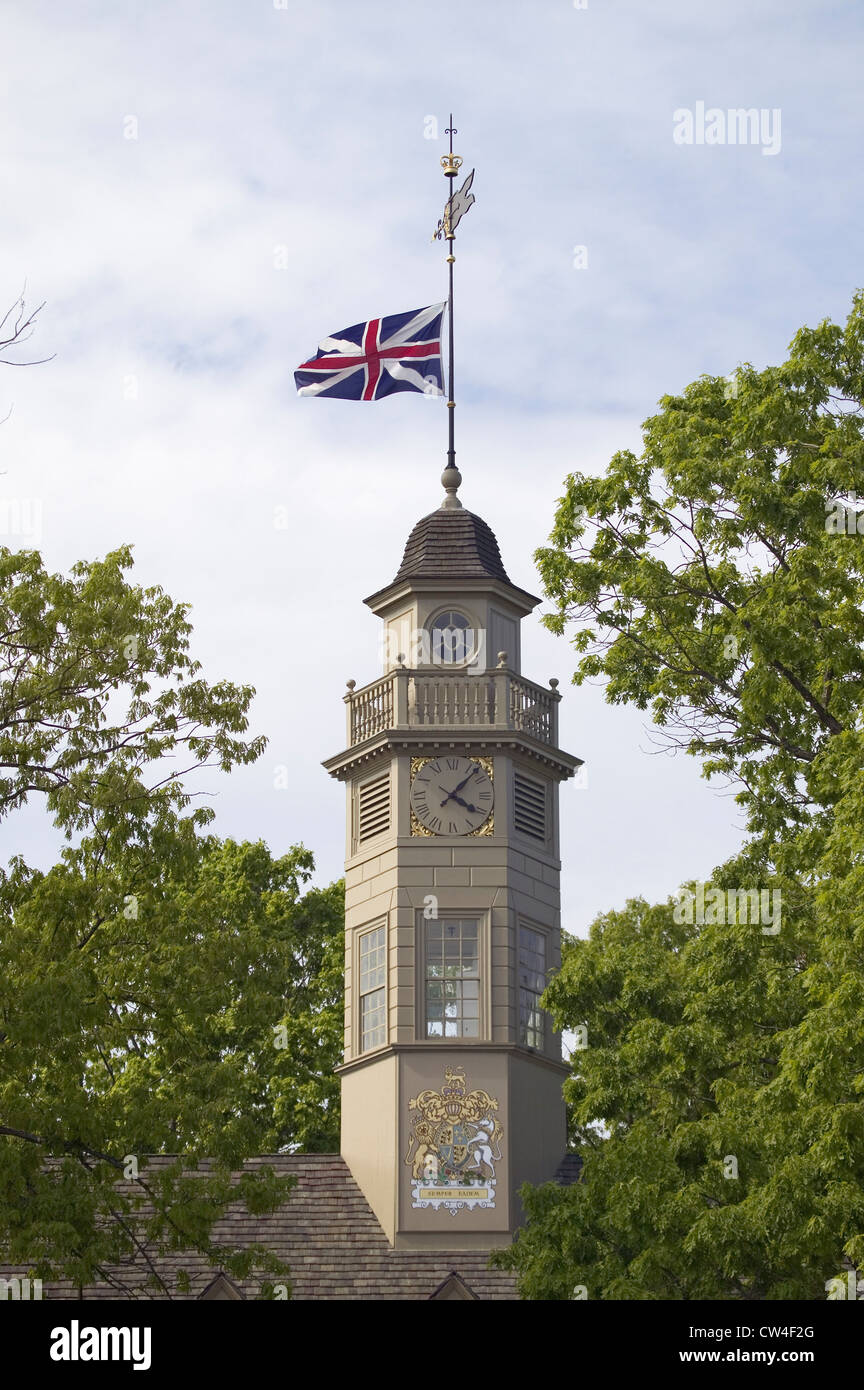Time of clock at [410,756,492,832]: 4:07
